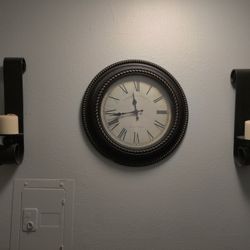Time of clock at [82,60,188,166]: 11:42
